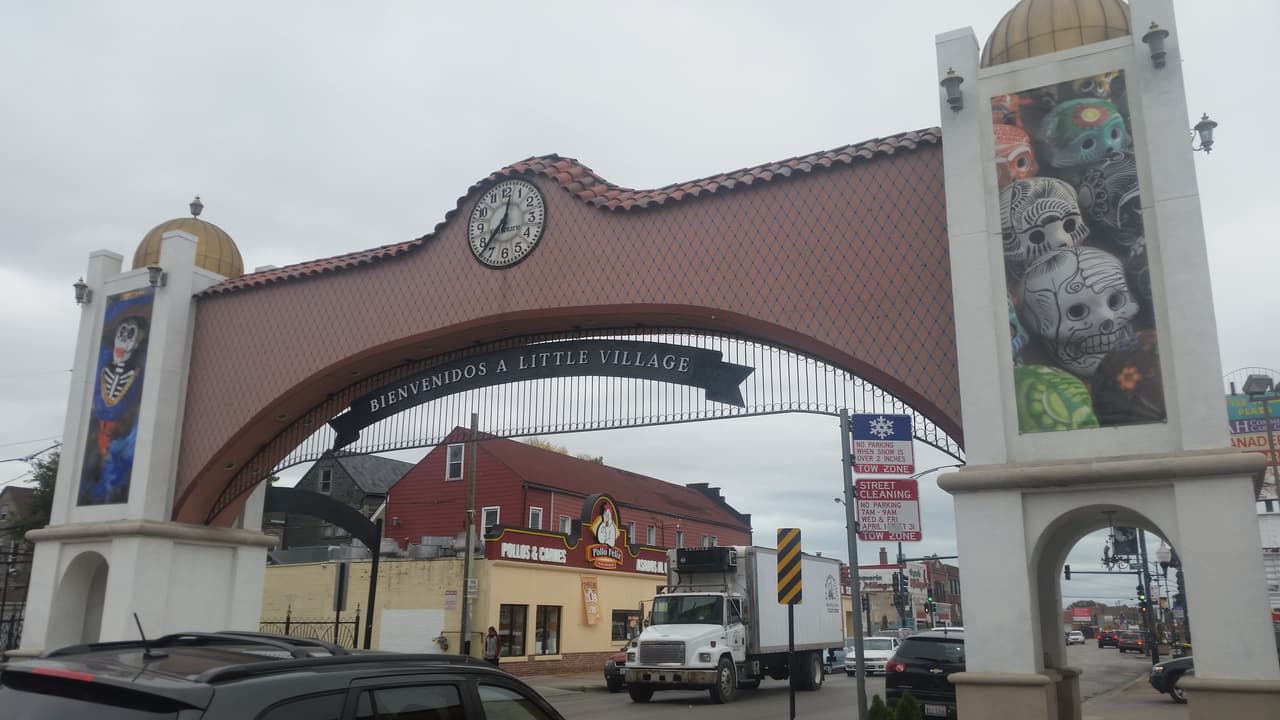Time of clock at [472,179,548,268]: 12:37
